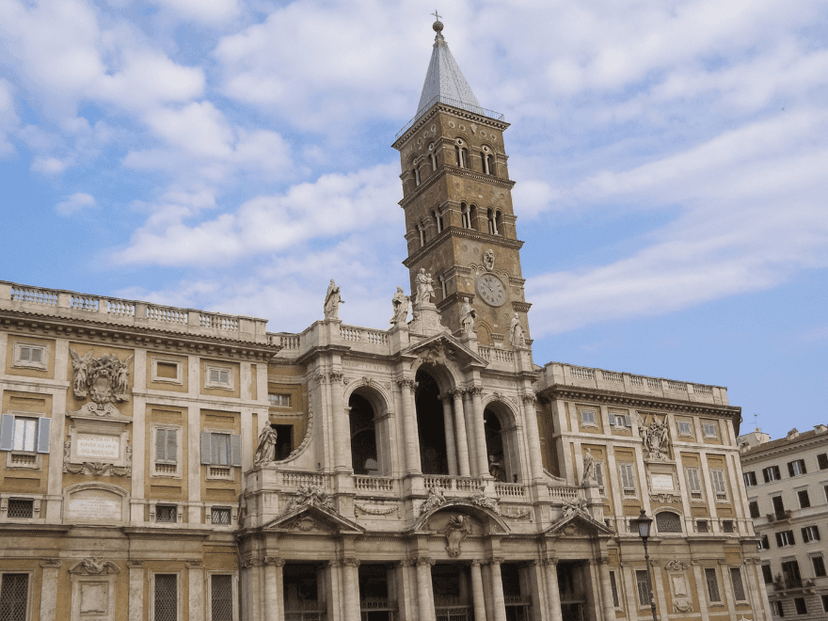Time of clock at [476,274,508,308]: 9:57
